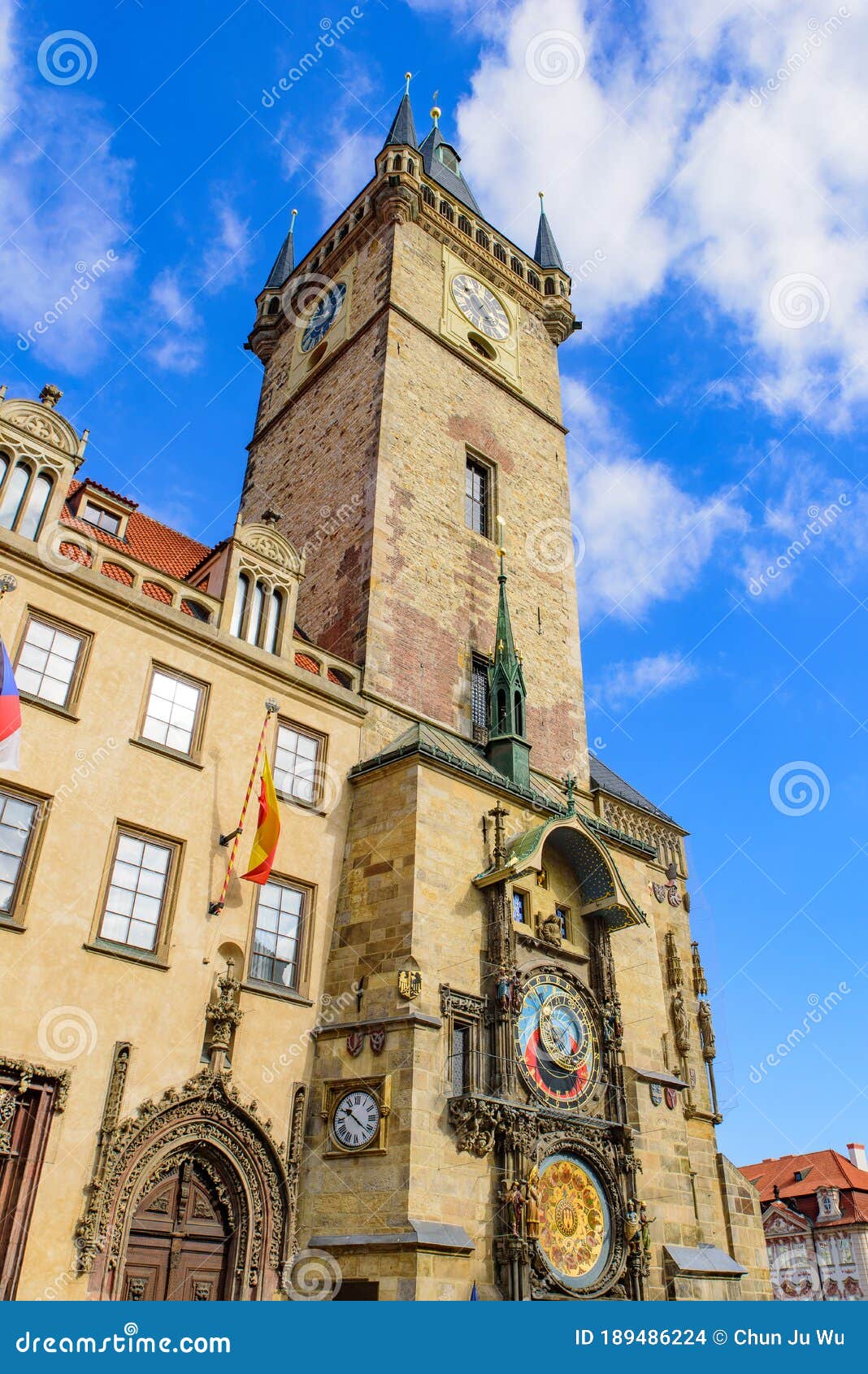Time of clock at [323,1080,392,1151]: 10:21
